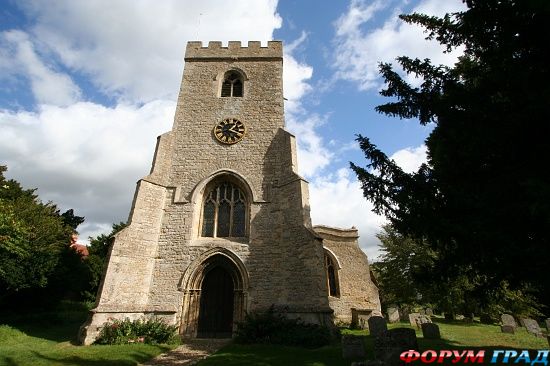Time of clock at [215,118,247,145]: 1:18
